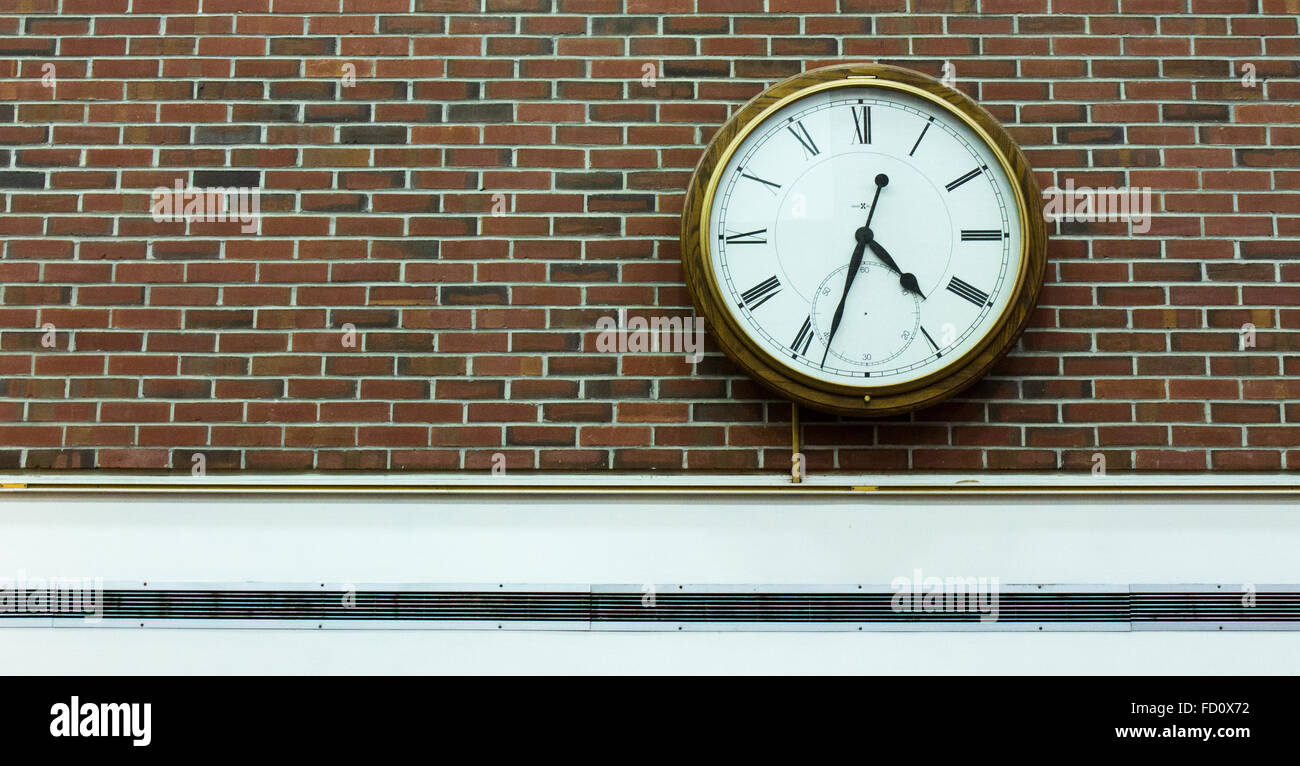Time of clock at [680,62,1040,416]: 4:33
